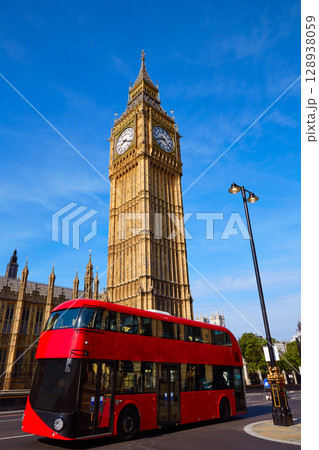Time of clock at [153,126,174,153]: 8:21
